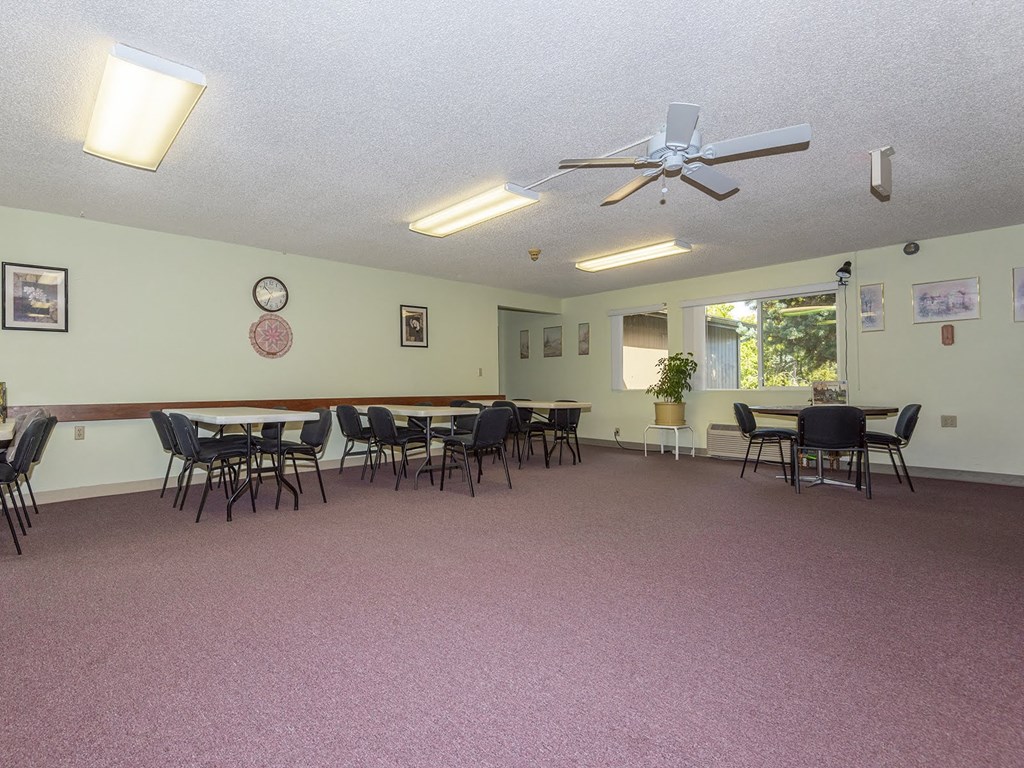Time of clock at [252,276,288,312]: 10:33
